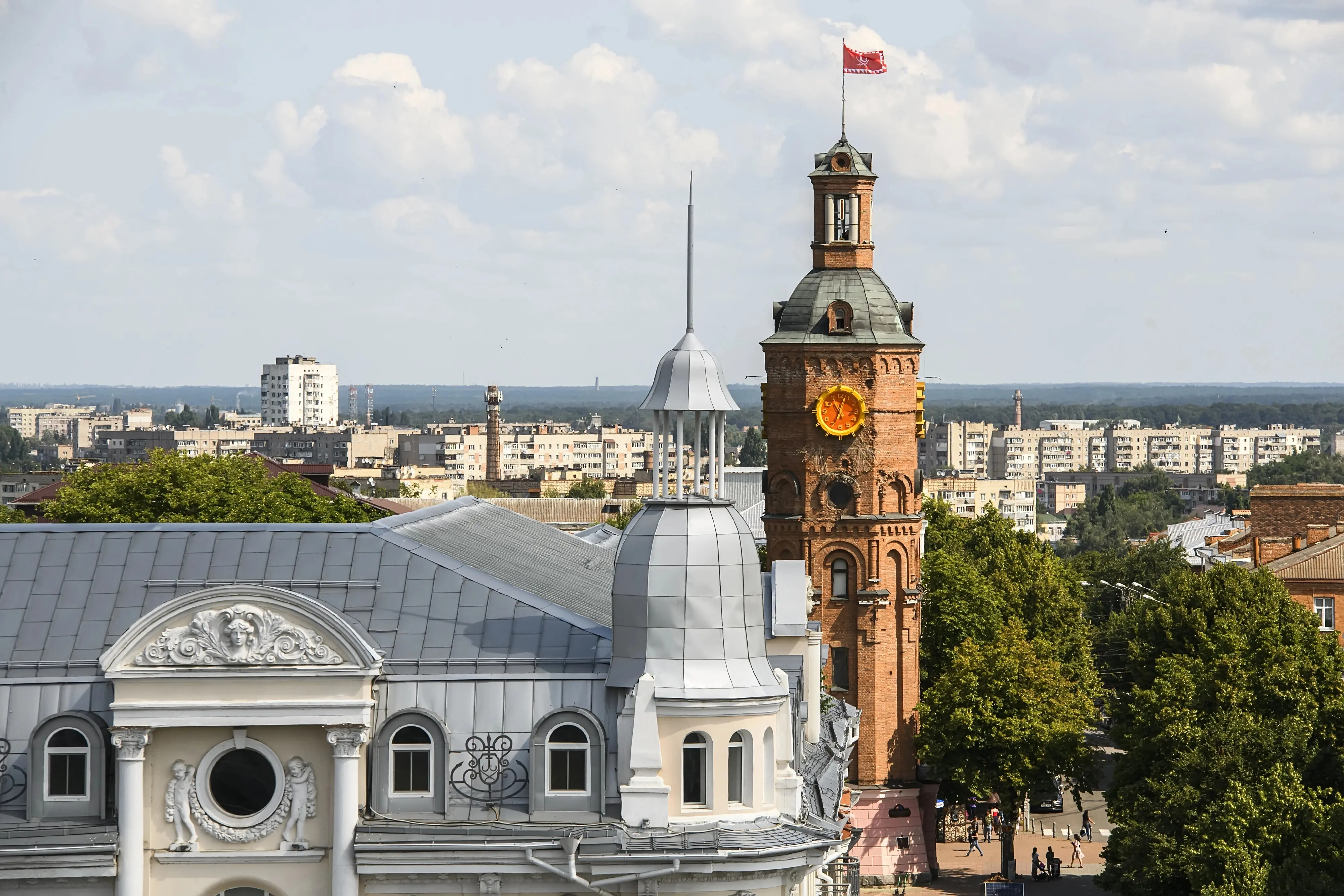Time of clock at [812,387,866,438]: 11:03
